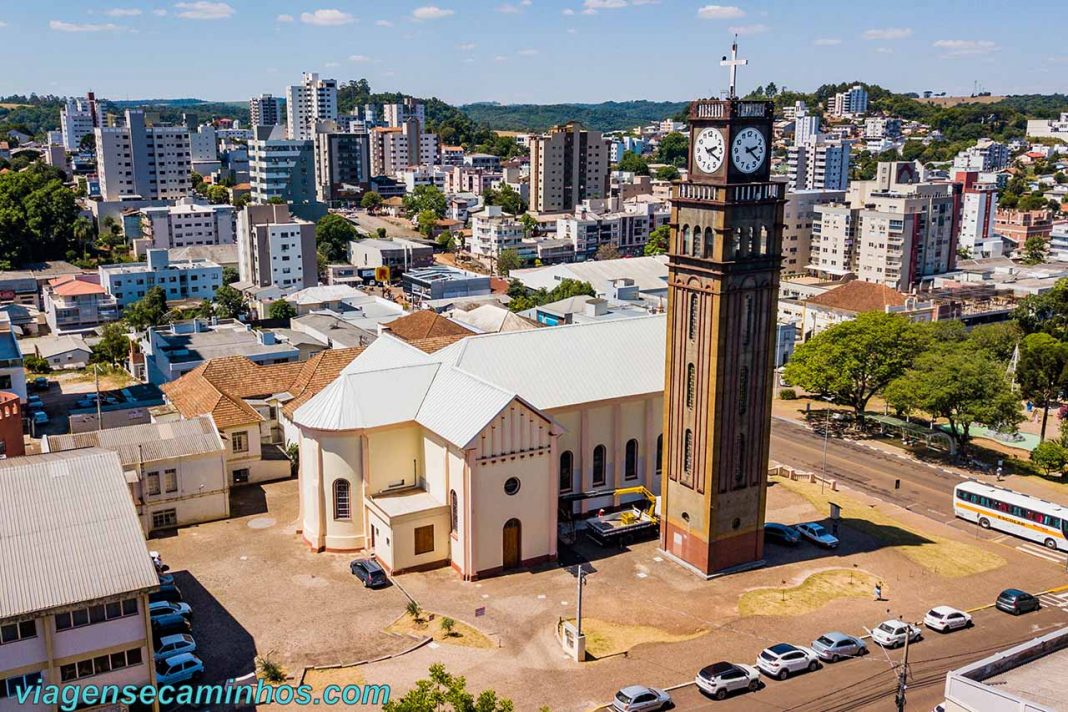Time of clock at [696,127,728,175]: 2:19
